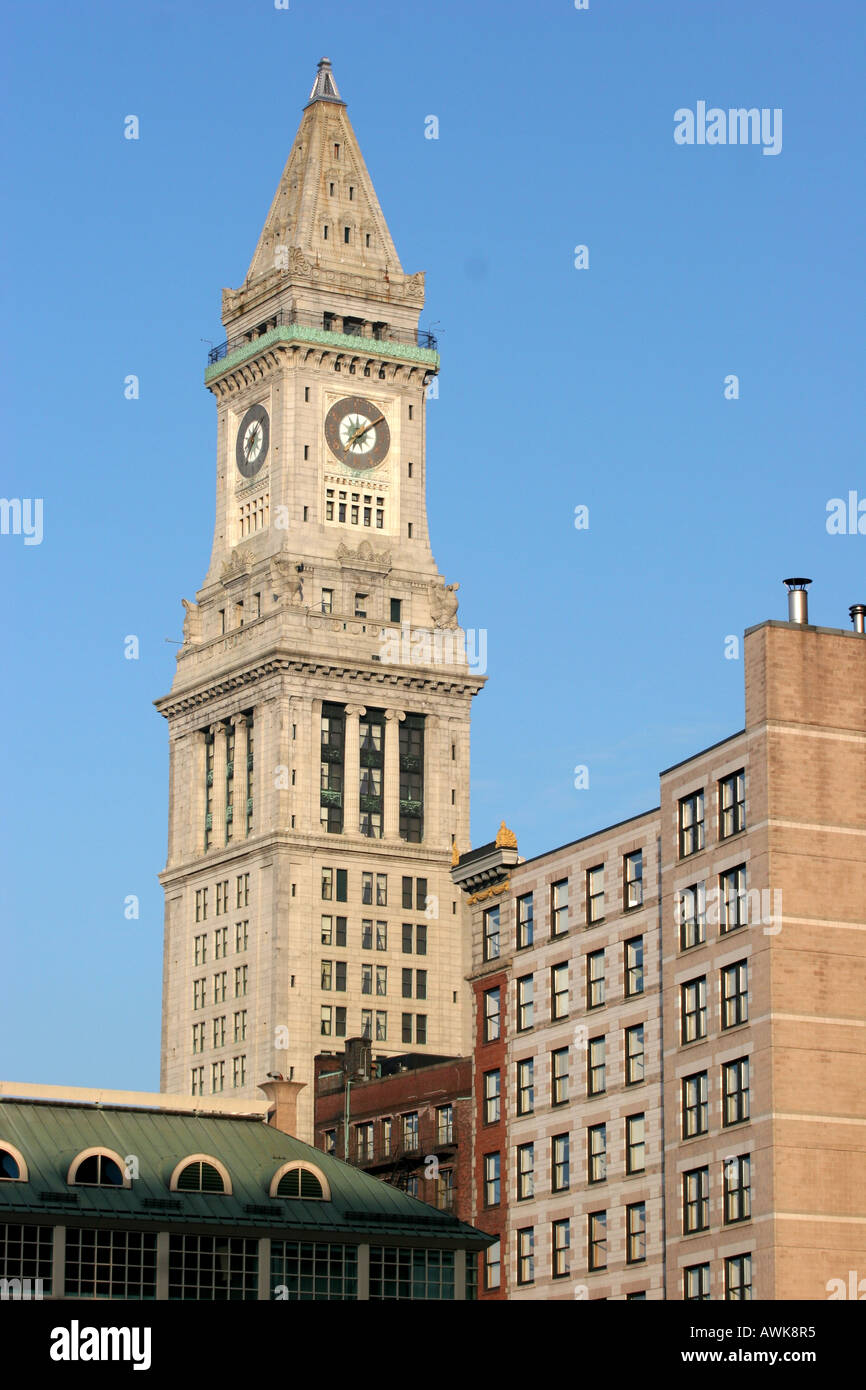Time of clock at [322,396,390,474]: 12:09
